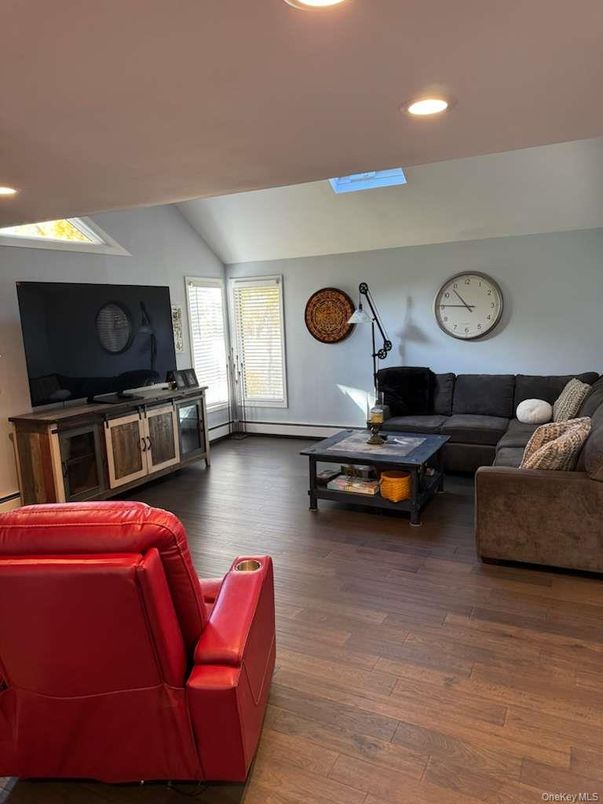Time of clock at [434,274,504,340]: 10:45
